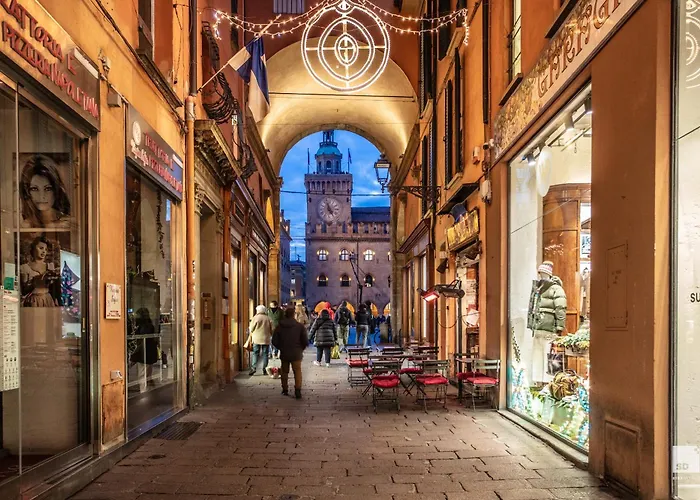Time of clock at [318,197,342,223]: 4:57
